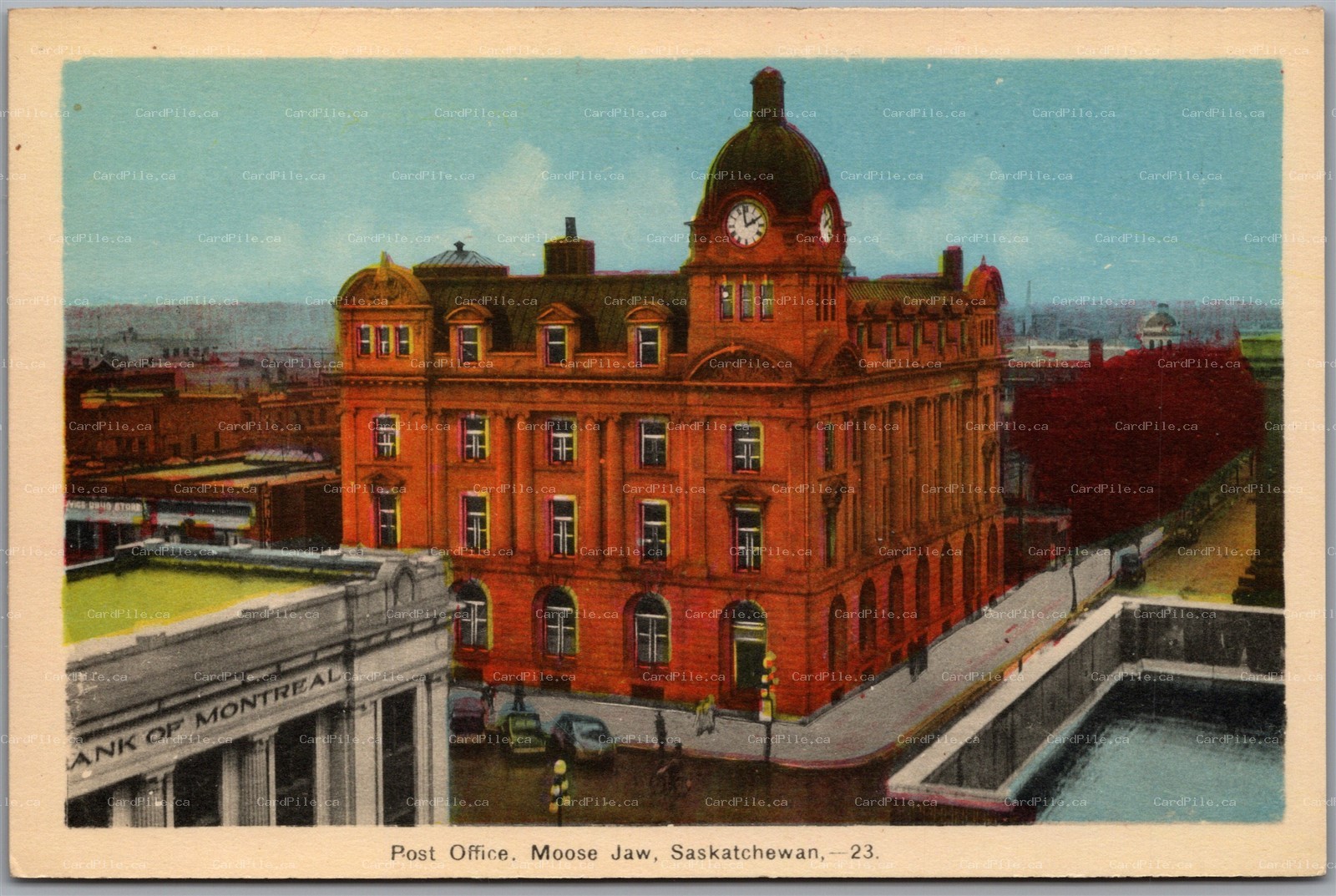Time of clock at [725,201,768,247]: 1:58
